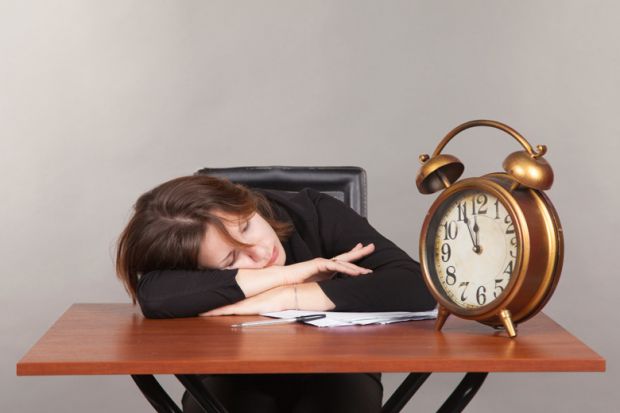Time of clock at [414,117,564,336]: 11:55
